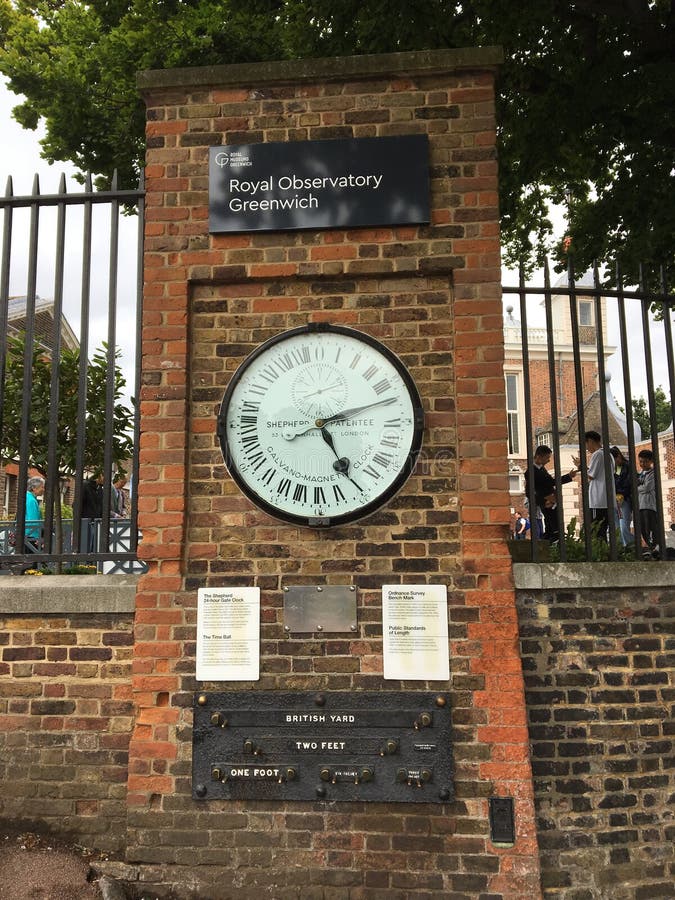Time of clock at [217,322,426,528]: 5:11
